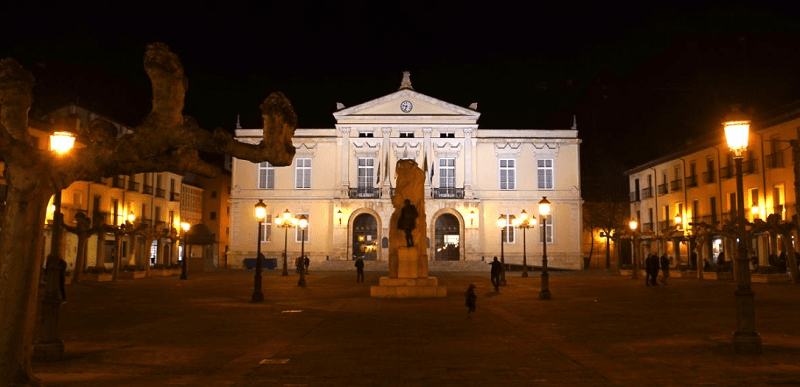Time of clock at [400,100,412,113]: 9:33
